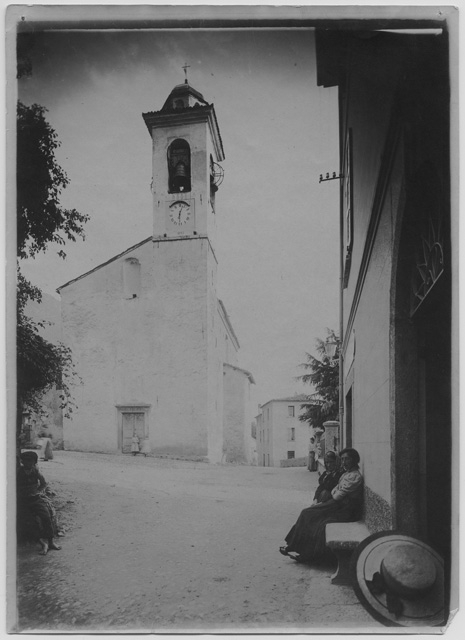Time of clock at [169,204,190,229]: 6:03
